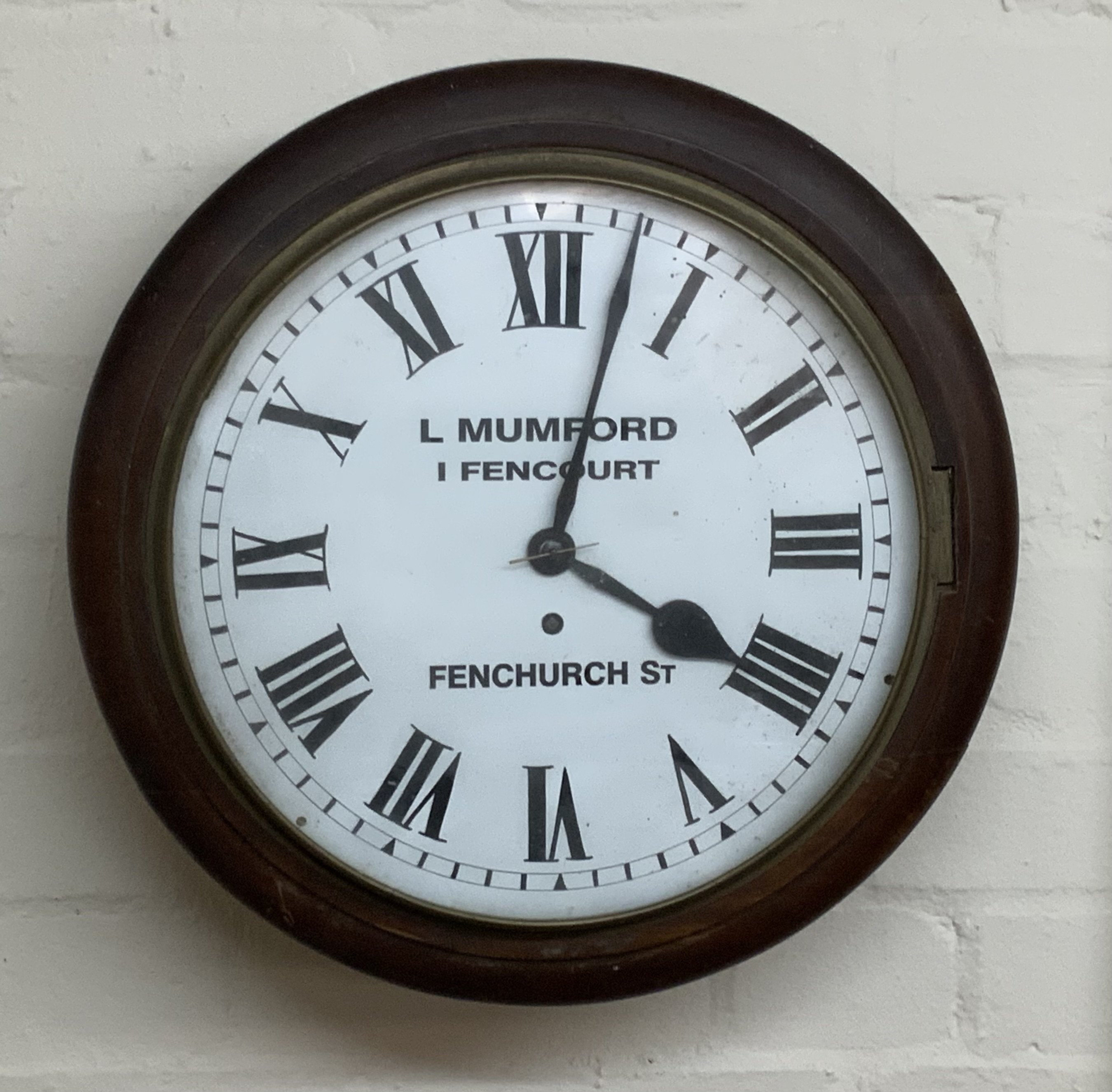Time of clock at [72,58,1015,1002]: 4:02
